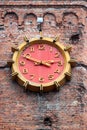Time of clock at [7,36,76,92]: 2:48
